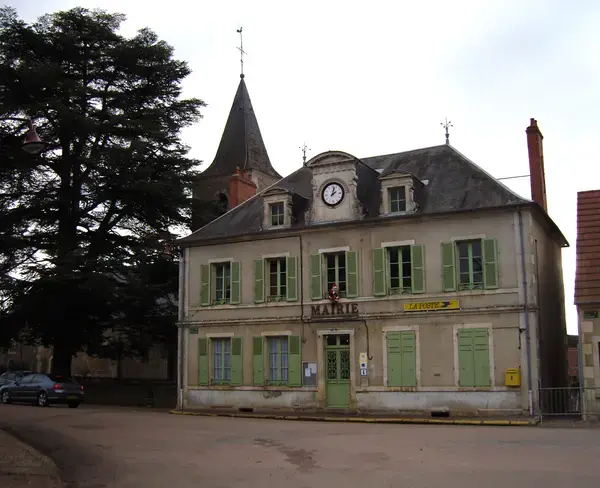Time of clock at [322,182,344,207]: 2:02
